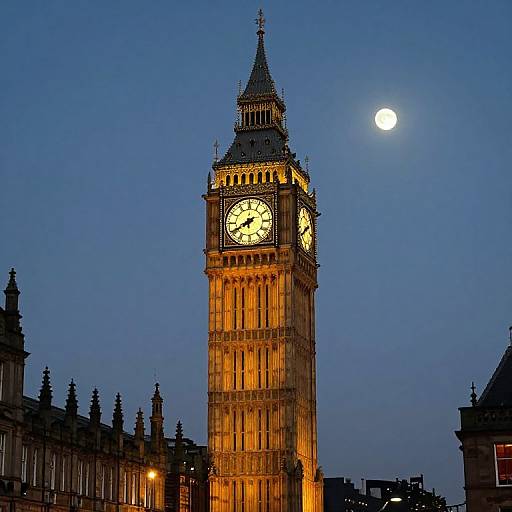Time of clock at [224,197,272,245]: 7:40
